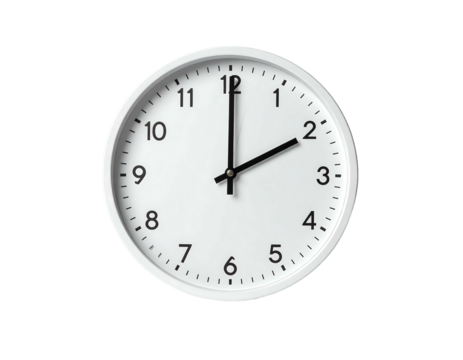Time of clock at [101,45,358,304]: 2:00
